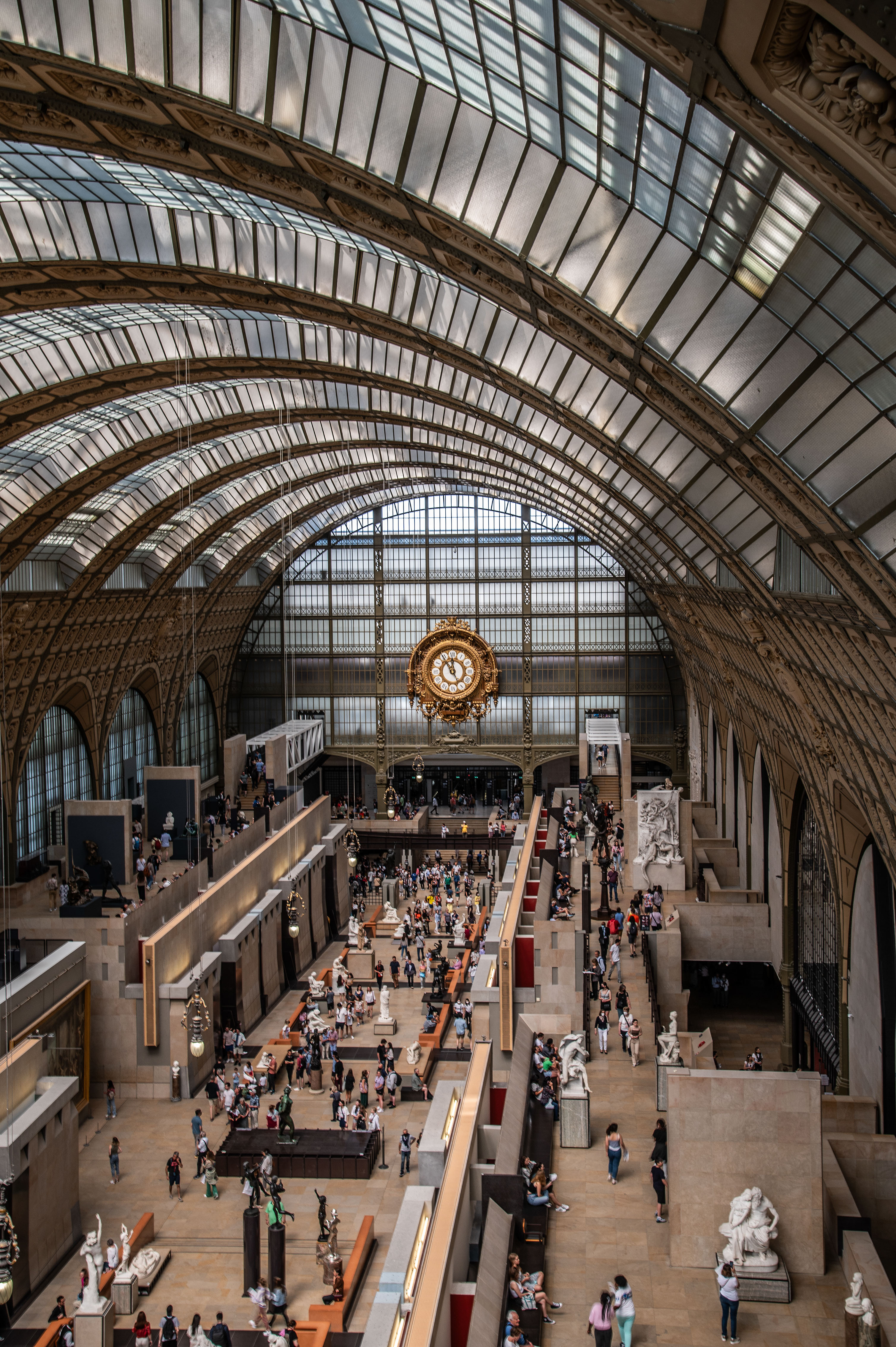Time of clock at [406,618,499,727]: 11:54
